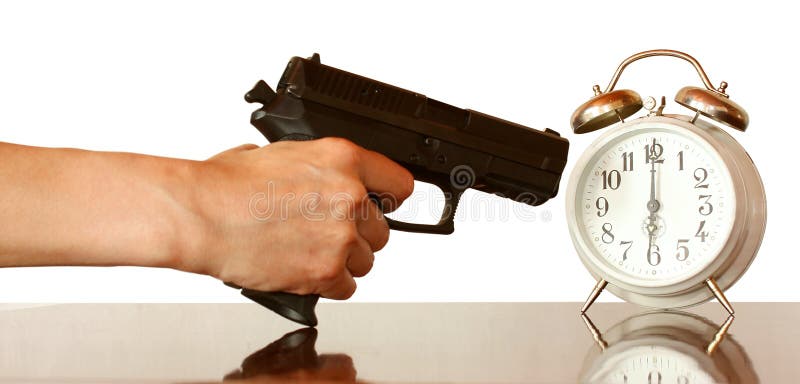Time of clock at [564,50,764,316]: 6:00
